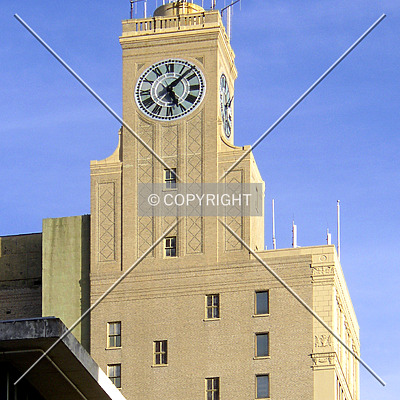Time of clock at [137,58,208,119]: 5:07
